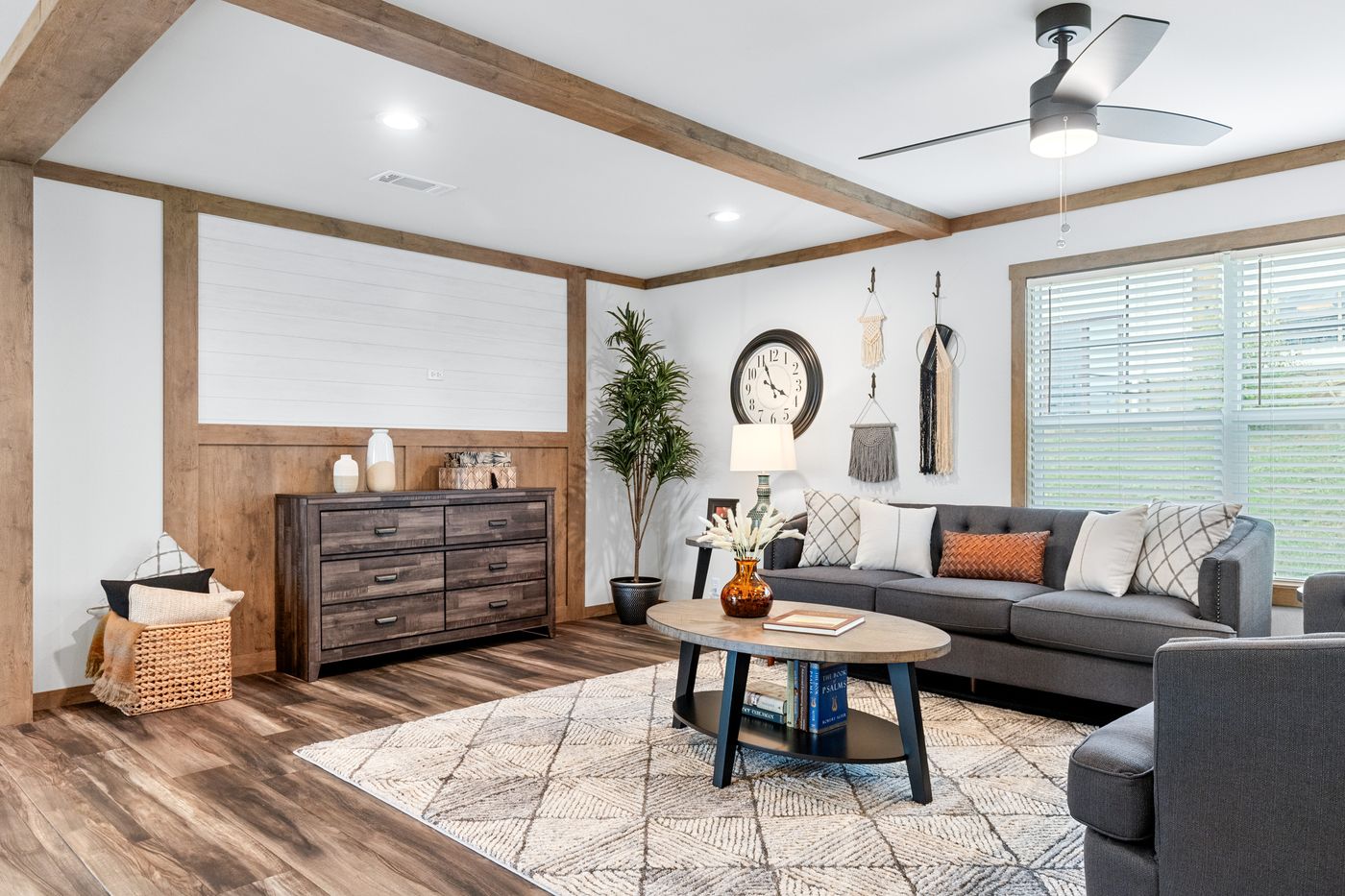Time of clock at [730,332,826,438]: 3:56
